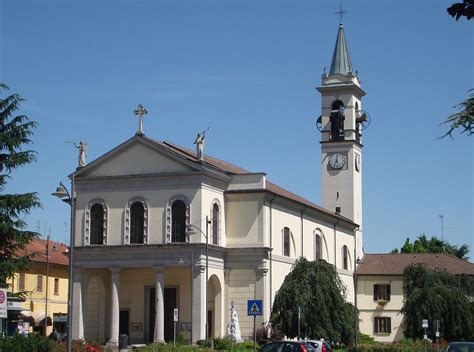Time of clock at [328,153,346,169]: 7:01
